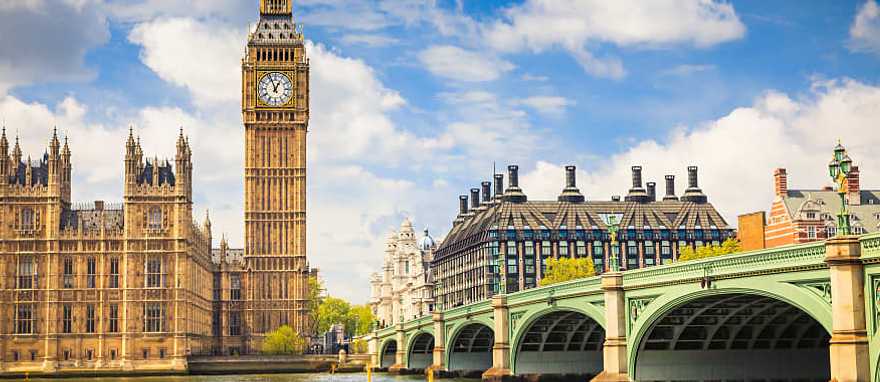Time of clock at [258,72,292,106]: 12:56
